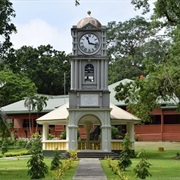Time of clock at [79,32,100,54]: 11:17
